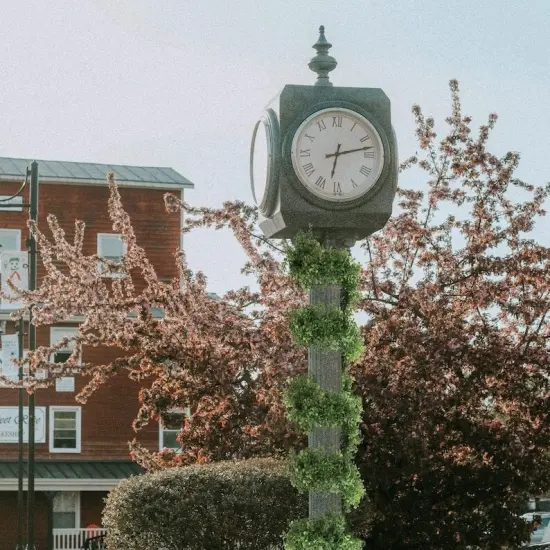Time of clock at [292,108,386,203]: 6:12
